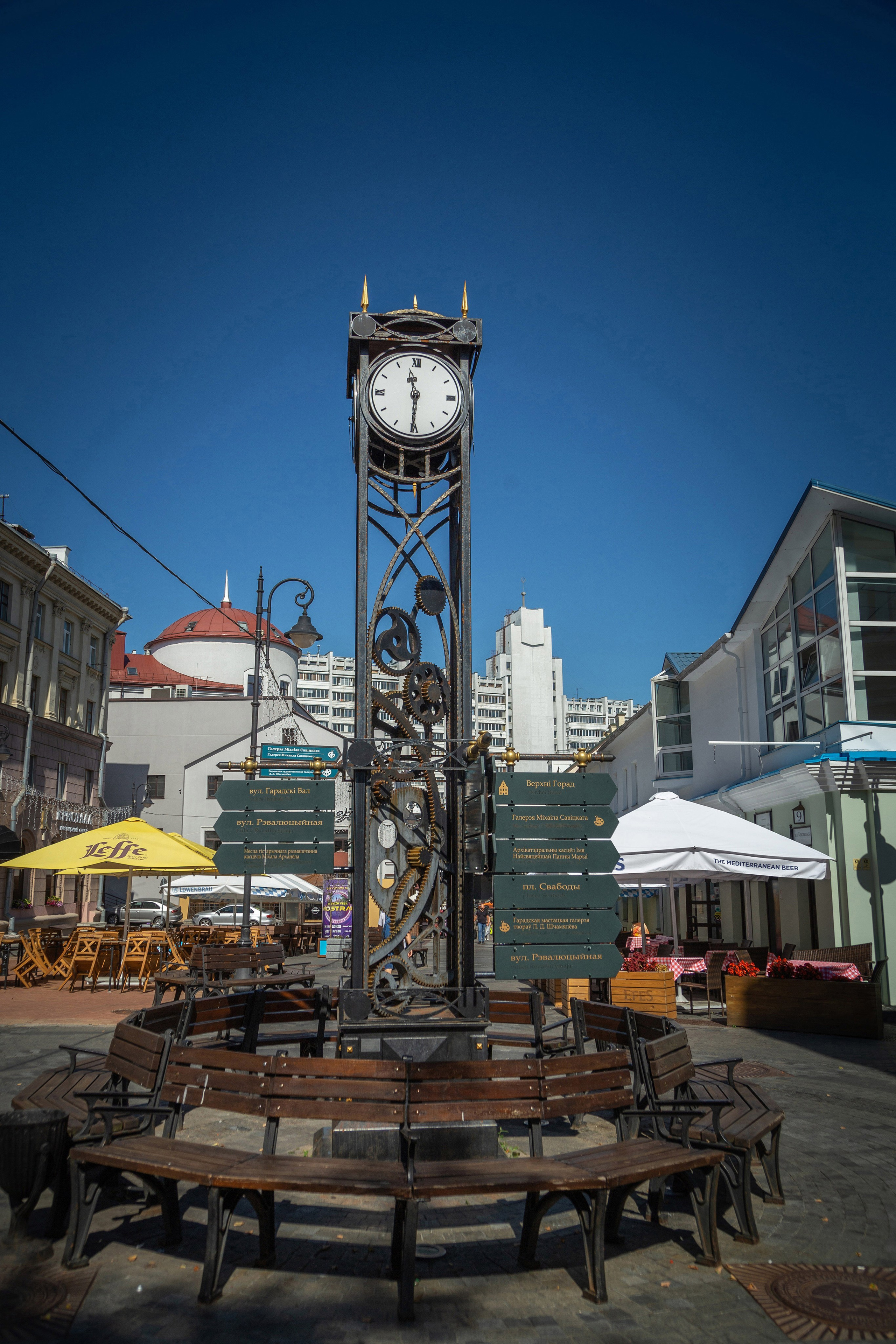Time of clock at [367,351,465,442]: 11:30
